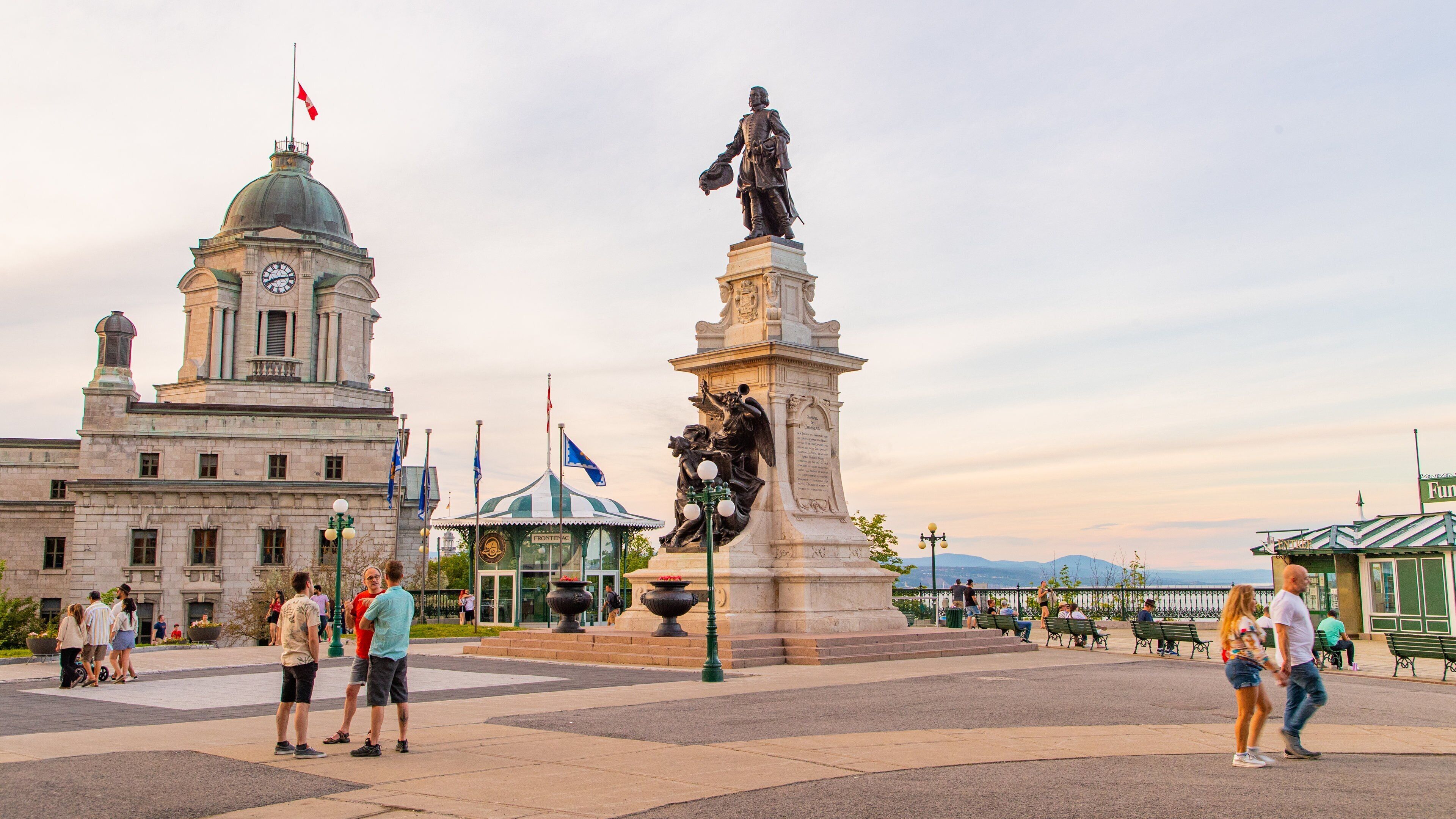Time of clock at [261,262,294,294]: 8:13
